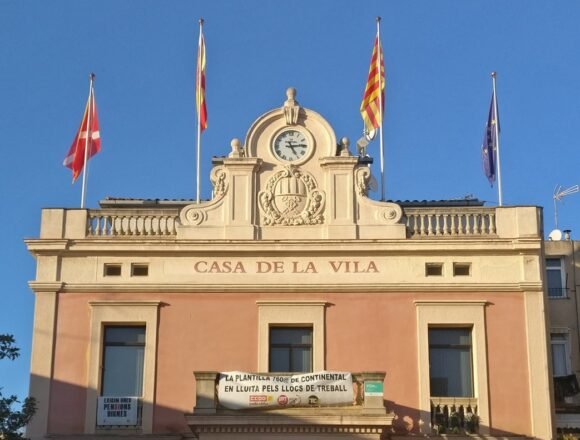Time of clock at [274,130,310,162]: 5:14
